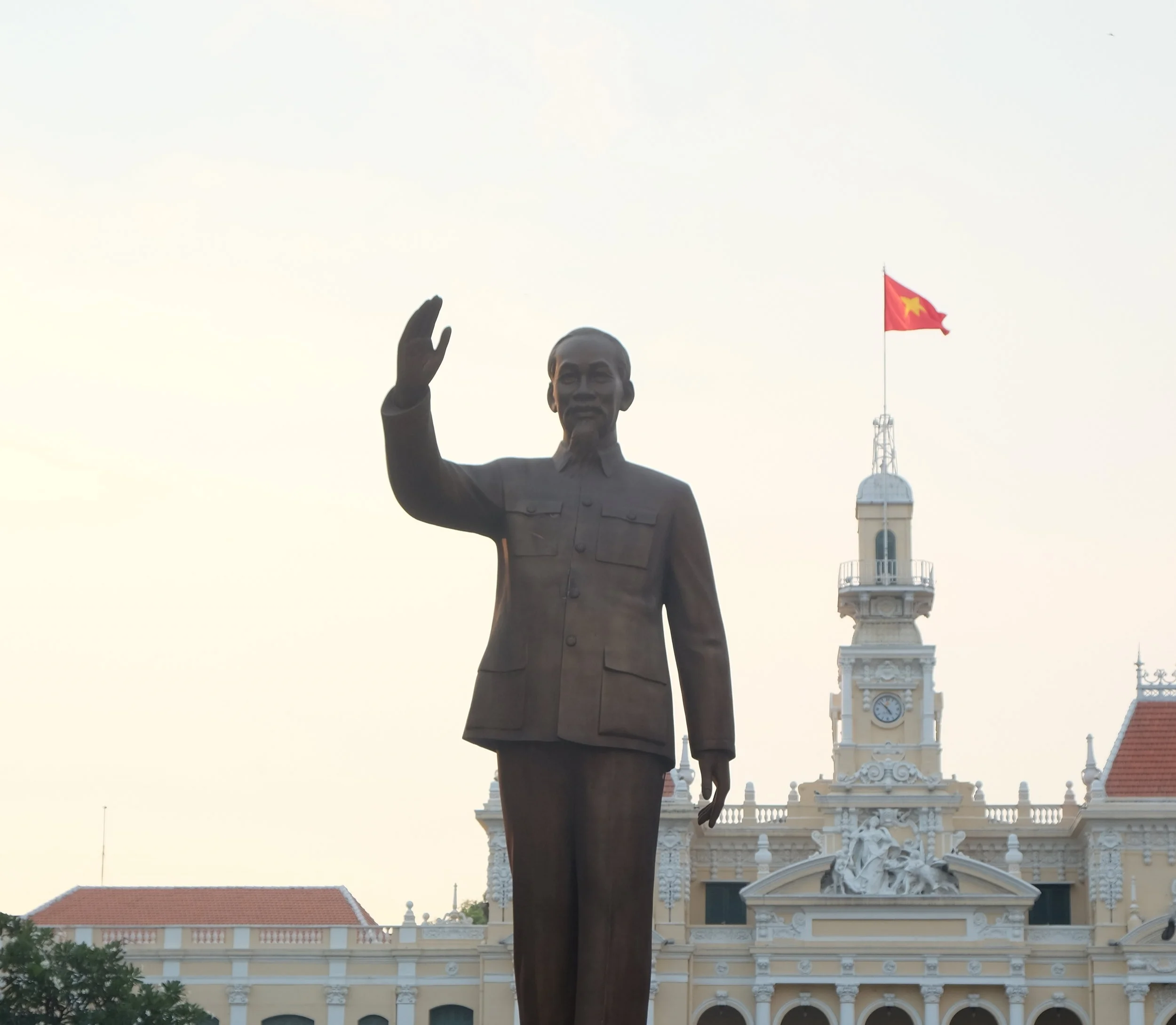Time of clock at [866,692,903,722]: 4:52
